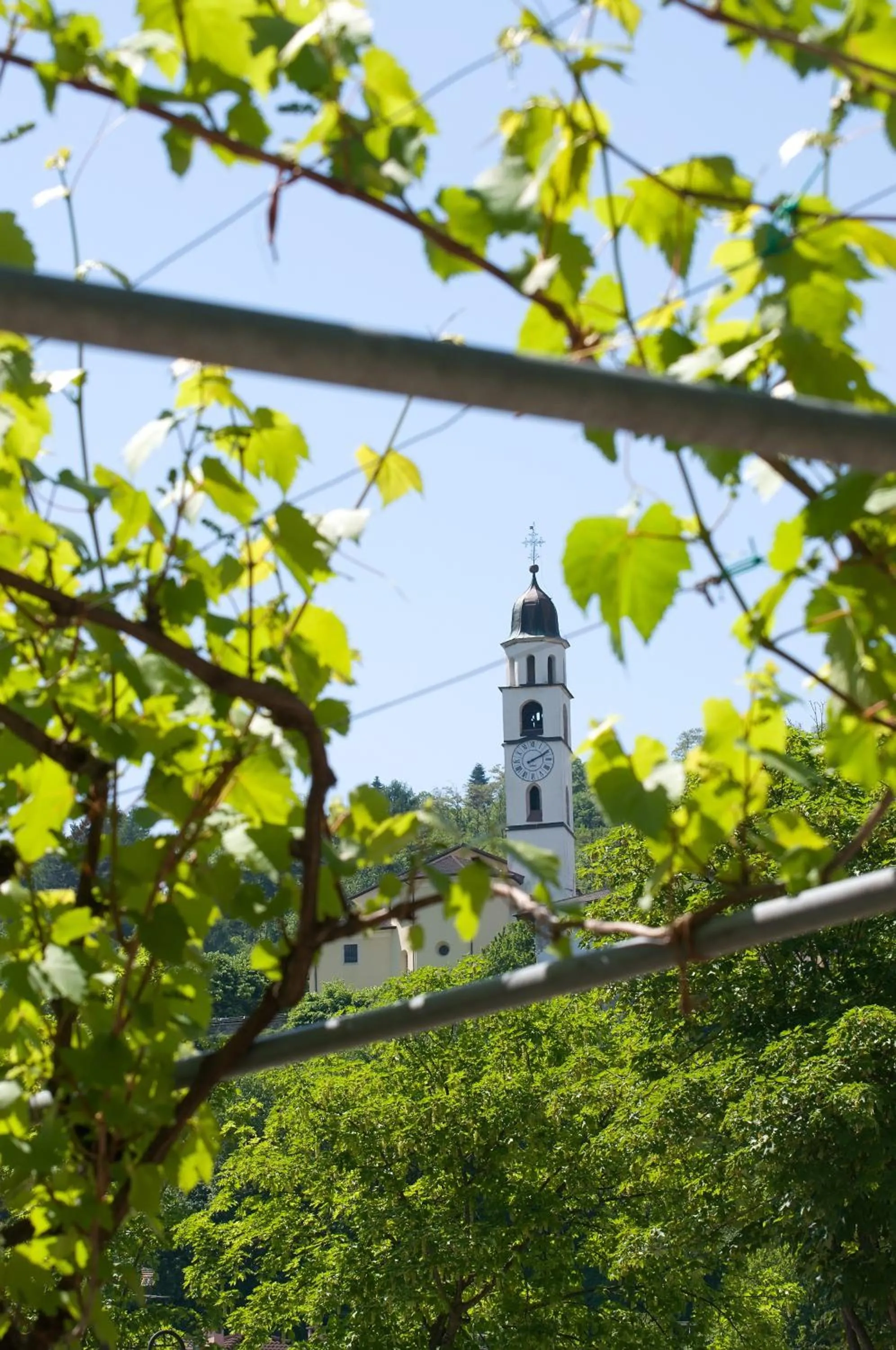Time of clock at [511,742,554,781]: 2:10
